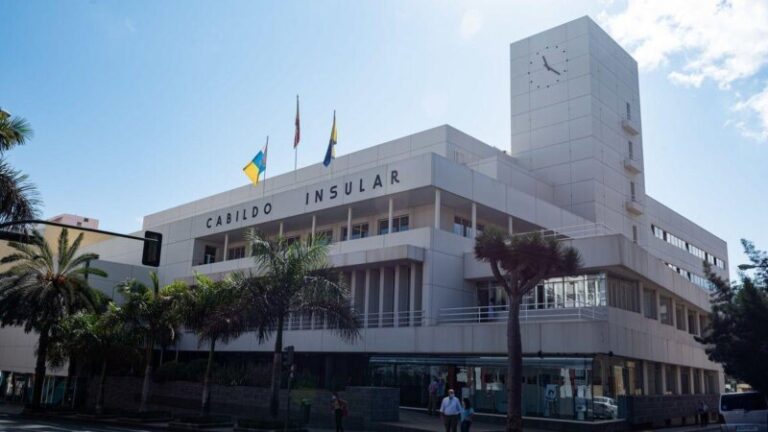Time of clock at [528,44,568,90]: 11:22
